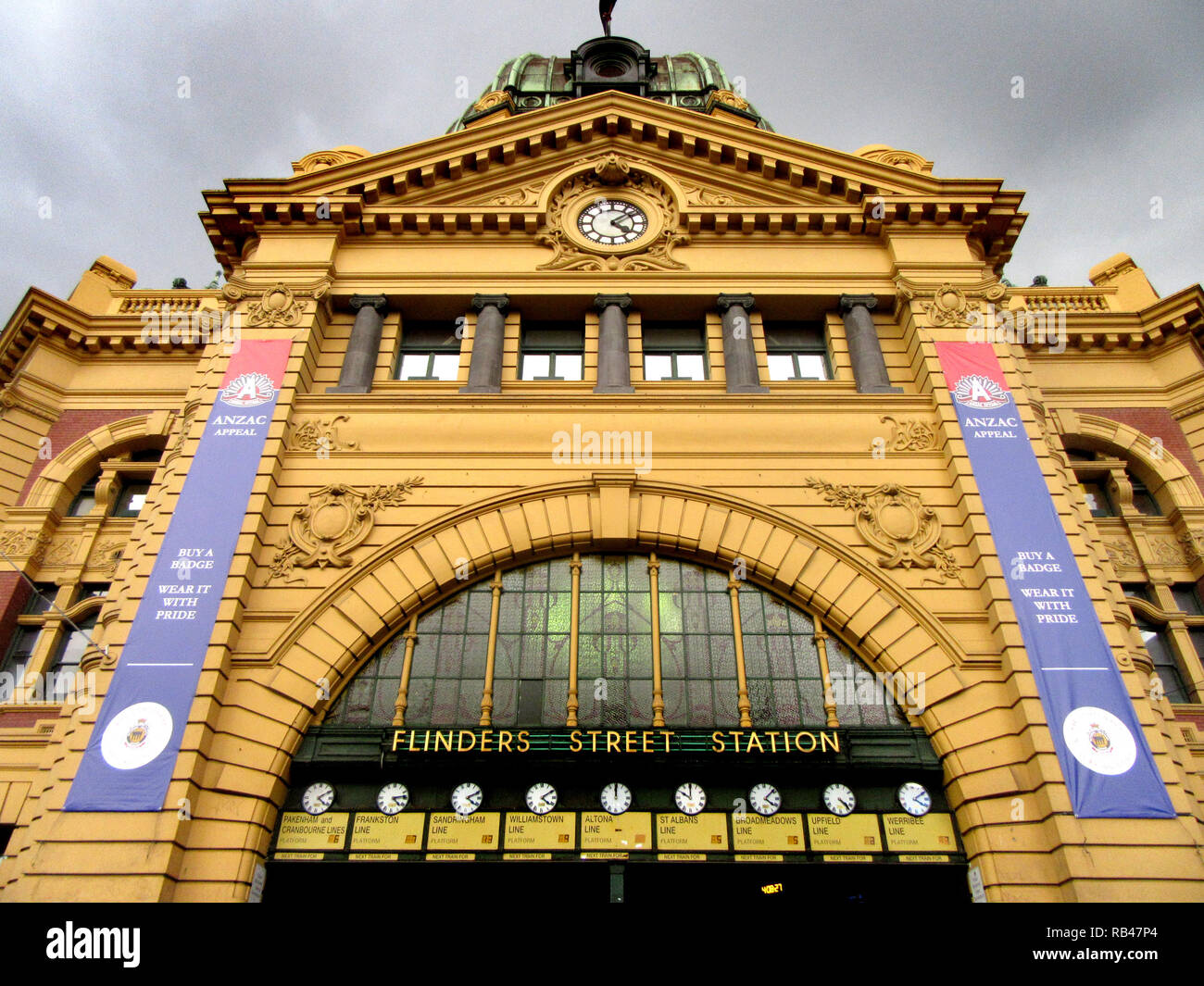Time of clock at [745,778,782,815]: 4:08
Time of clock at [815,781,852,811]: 4:23
